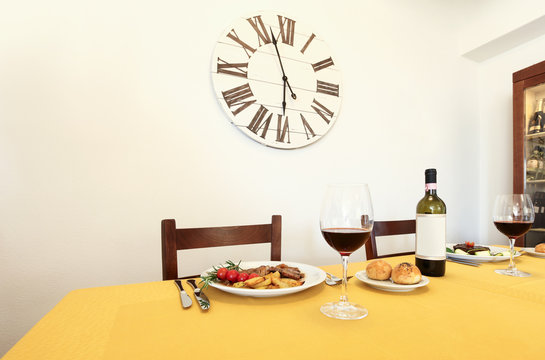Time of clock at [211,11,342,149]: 5:56
